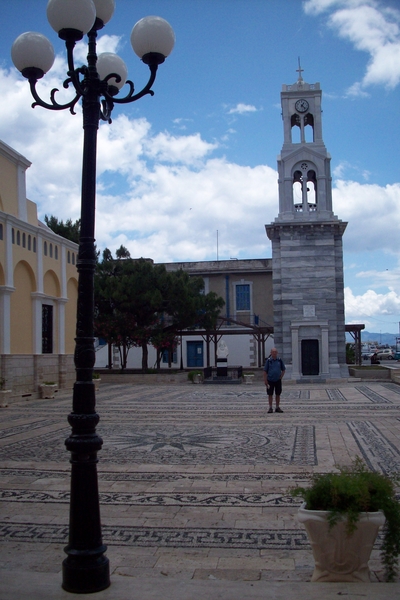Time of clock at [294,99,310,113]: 1:22
